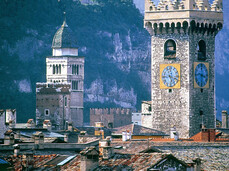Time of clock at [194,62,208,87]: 3:29
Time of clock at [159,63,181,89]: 5:18
